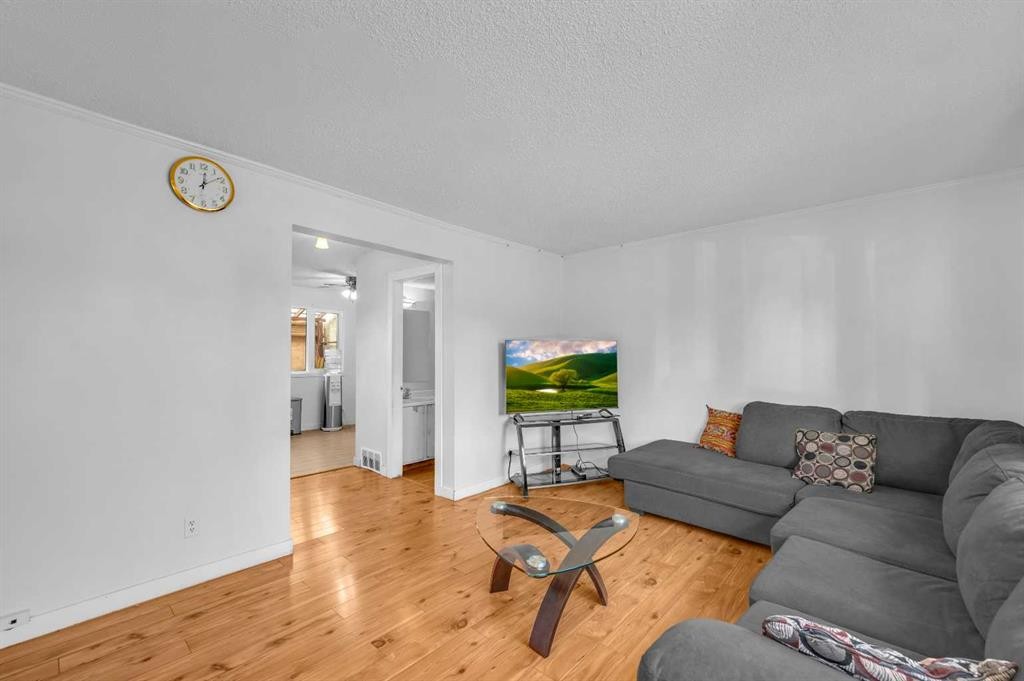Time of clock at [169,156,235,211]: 12:09
